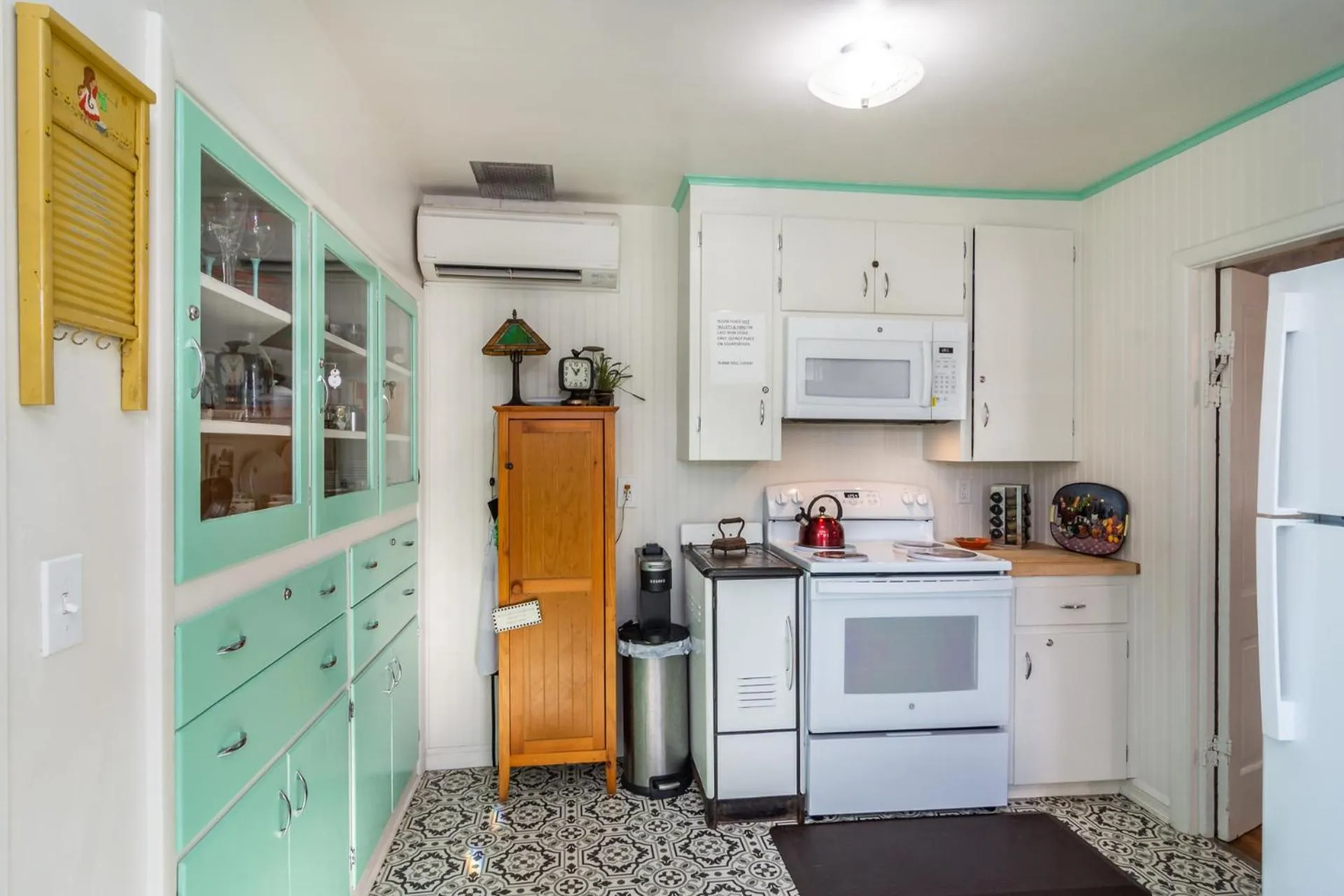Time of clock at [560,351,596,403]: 12:53
